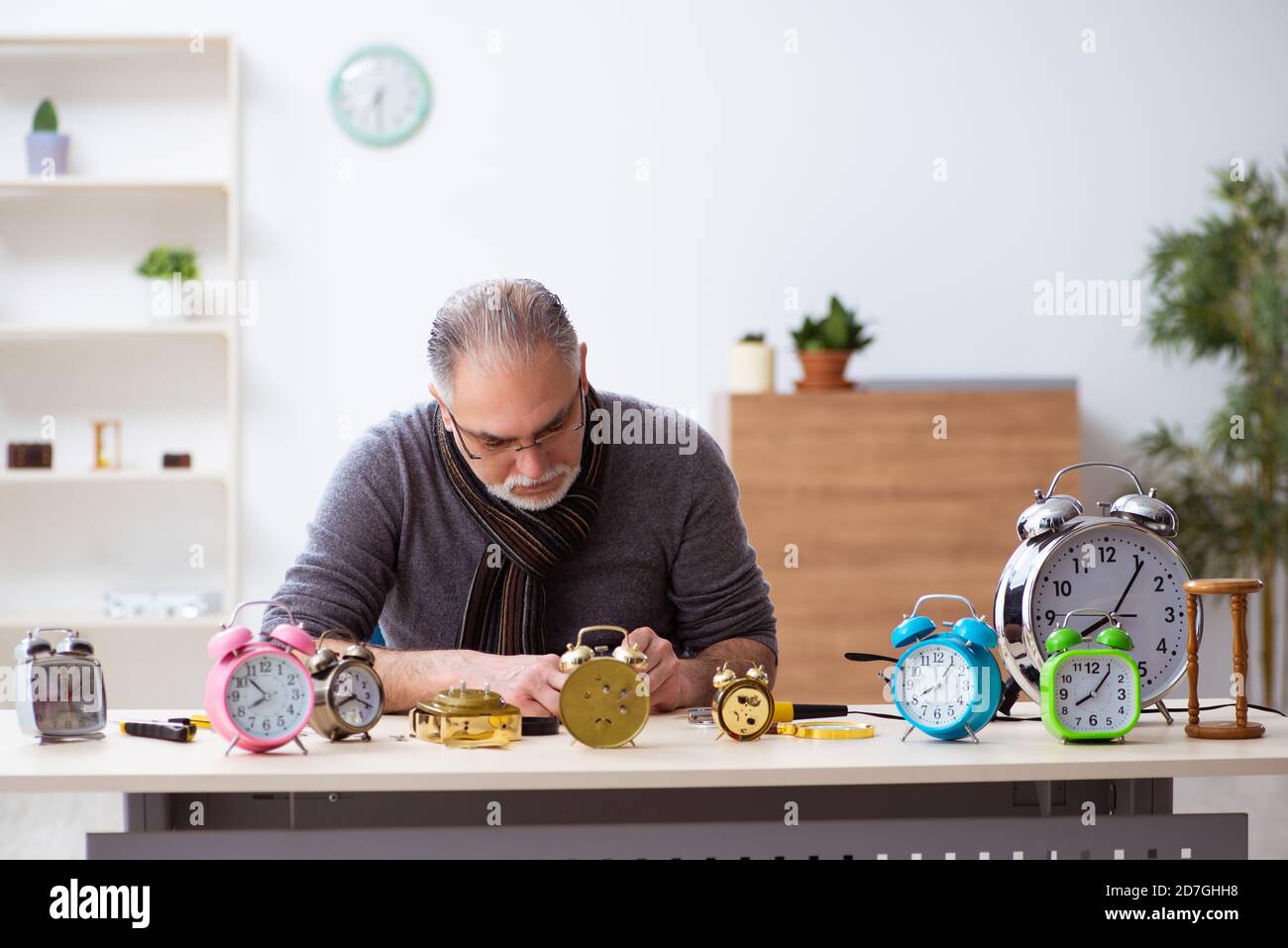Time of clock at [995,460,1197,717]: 8:06
